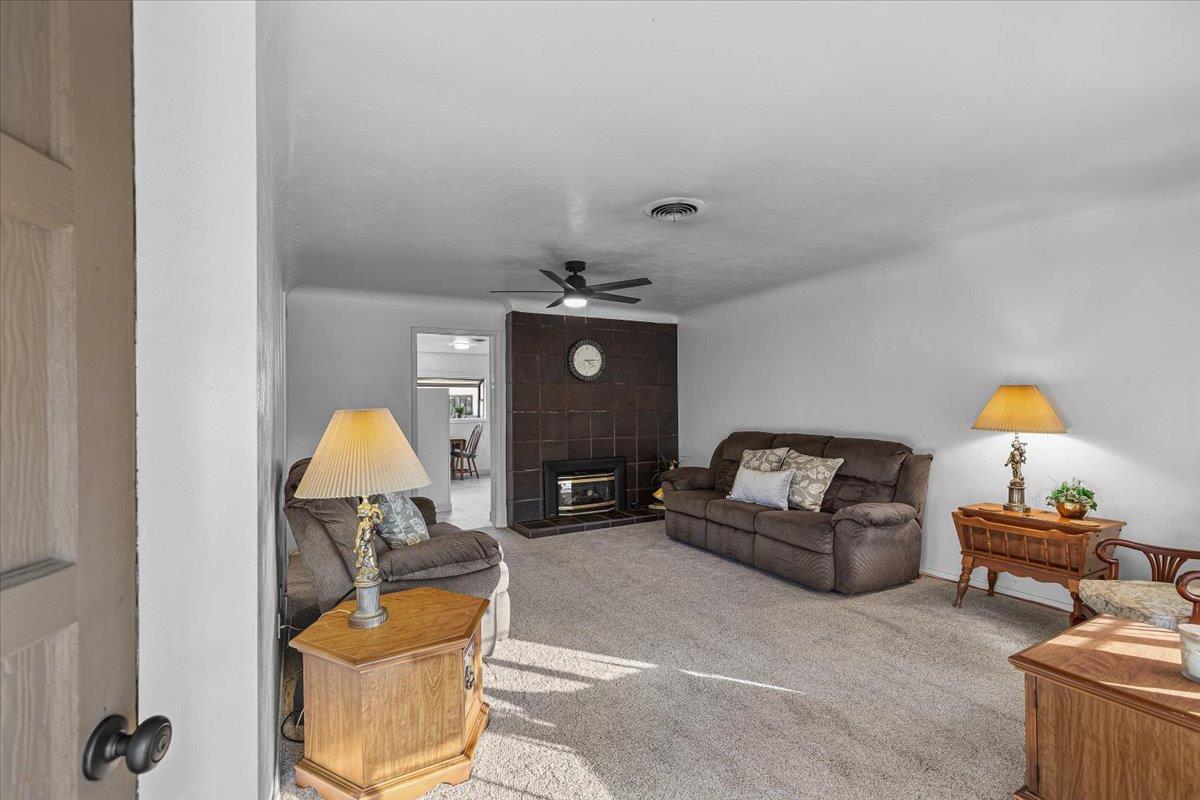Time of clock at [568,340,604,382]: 4:14
